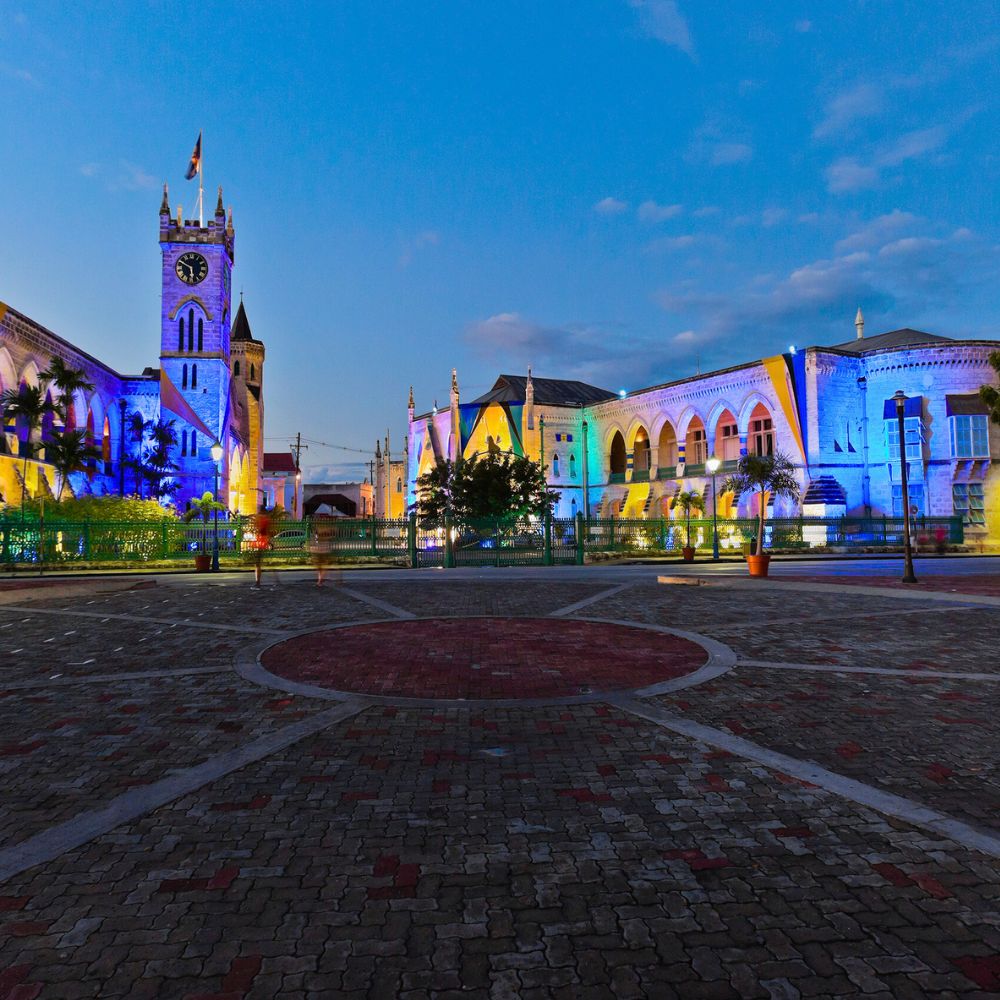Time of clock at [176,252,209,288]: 5:48
